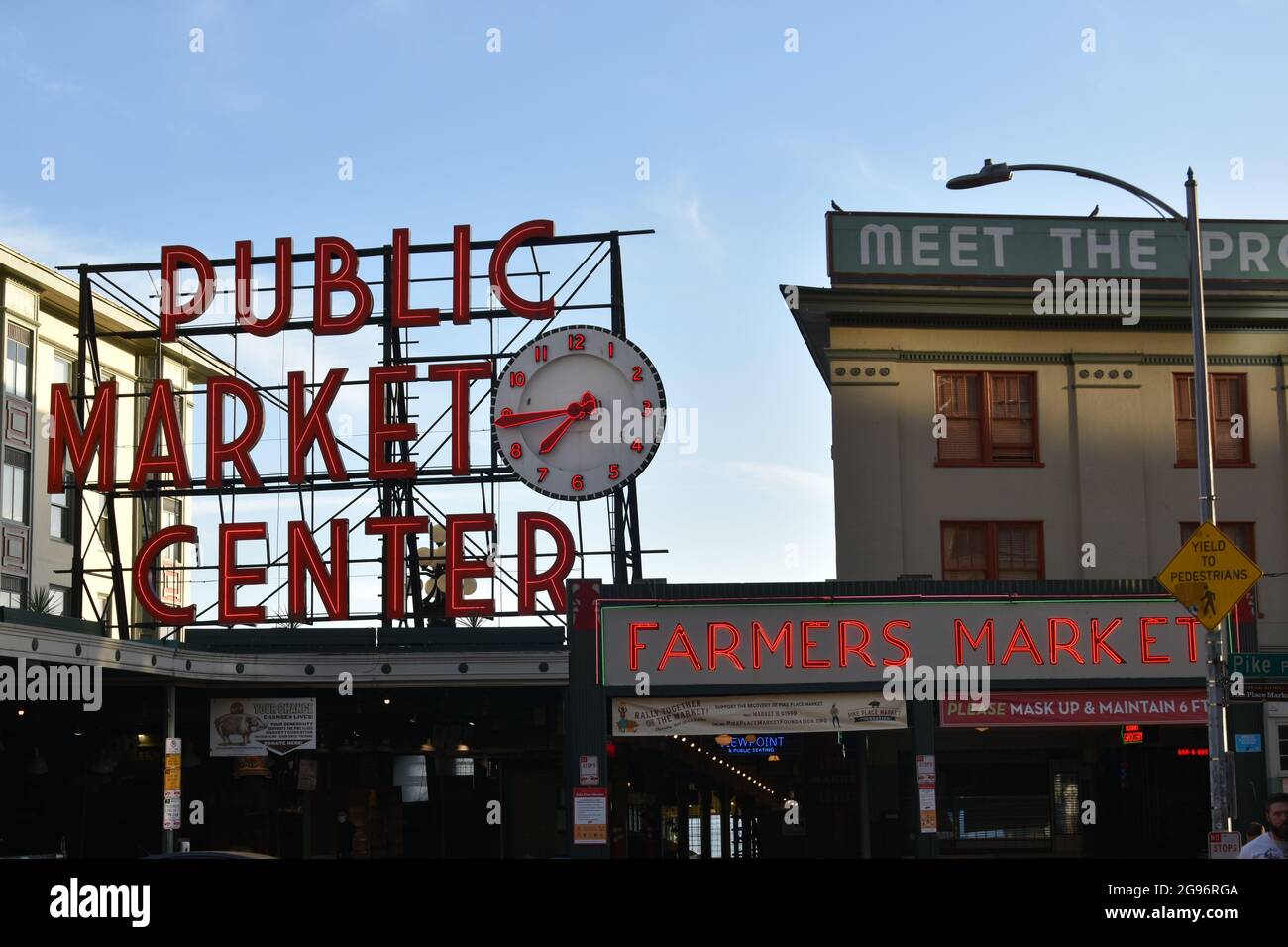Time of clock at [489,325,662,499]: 7:44
